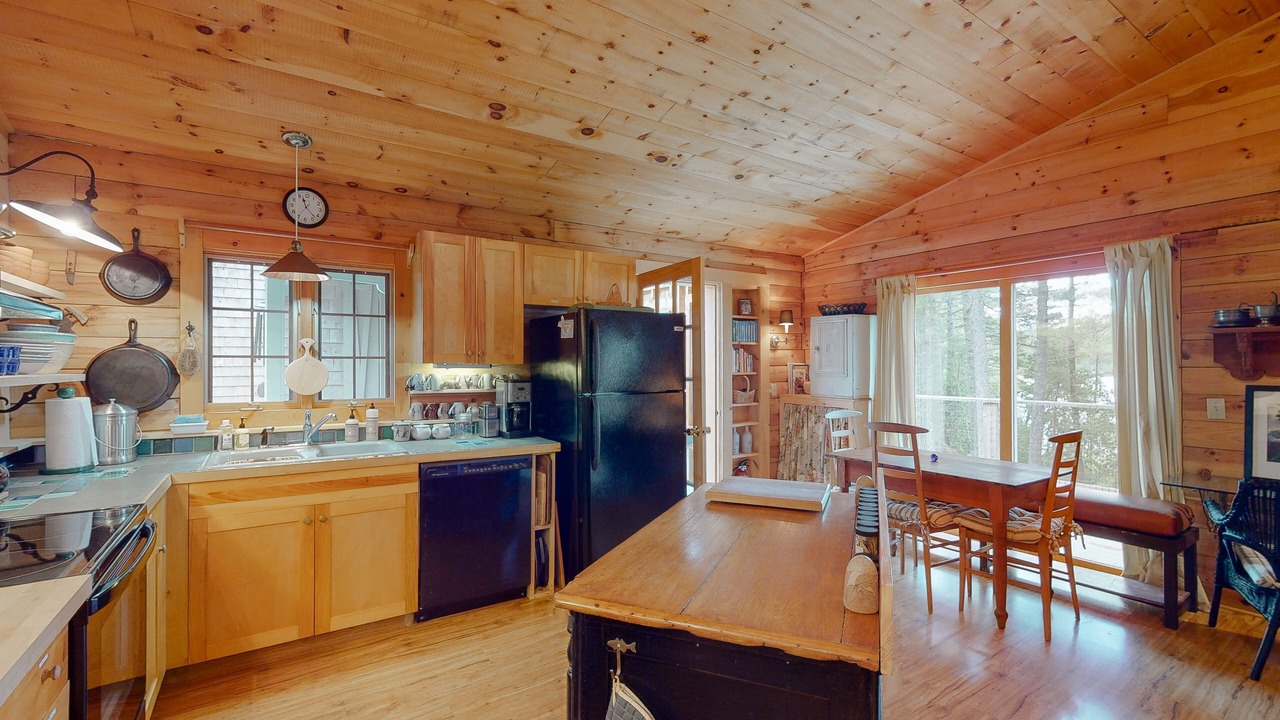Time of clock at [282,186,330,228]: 11:22
